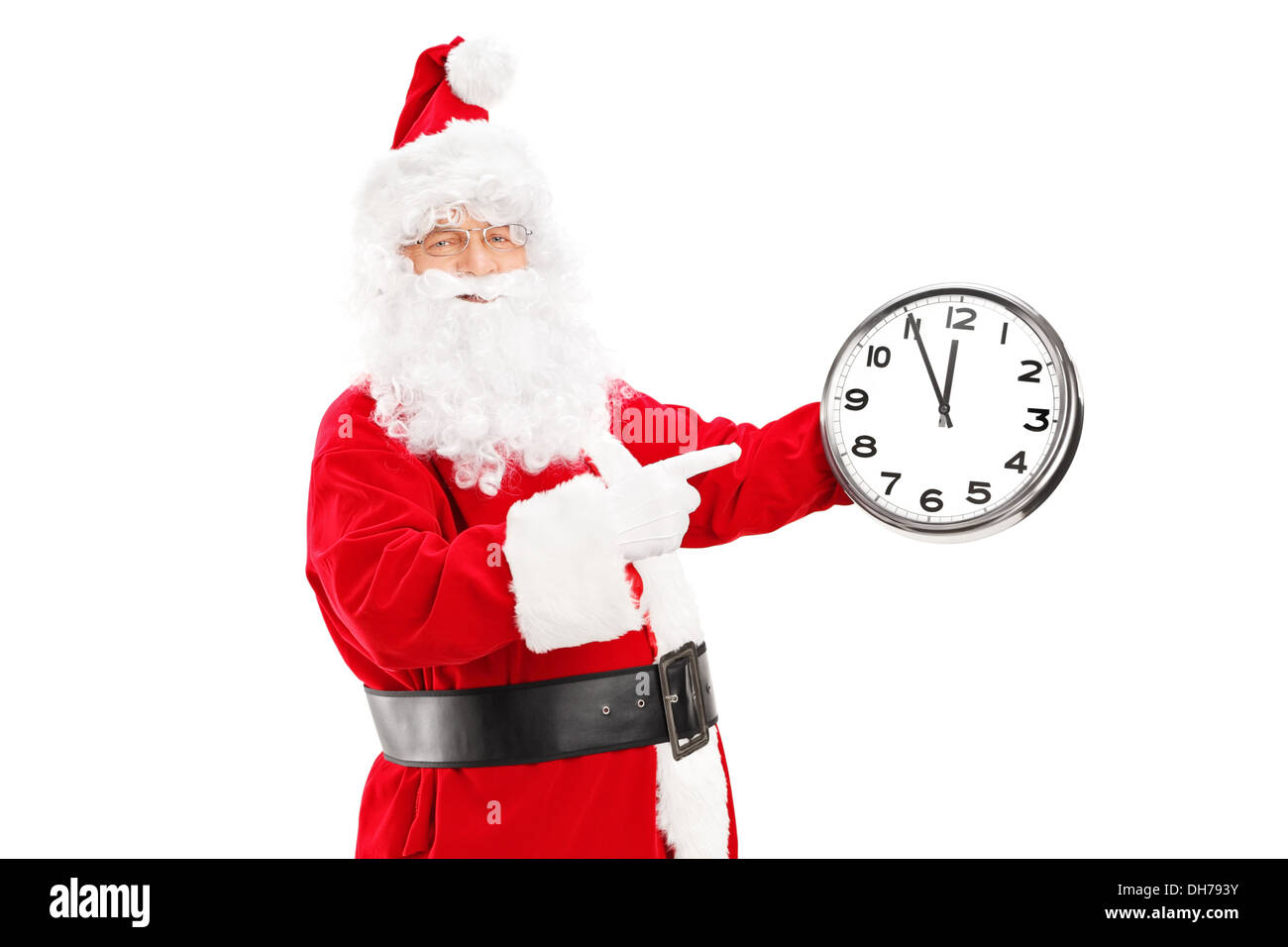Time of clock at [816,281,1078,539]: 11:55
